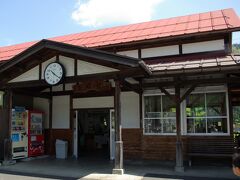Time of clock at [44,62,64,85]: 10:20
